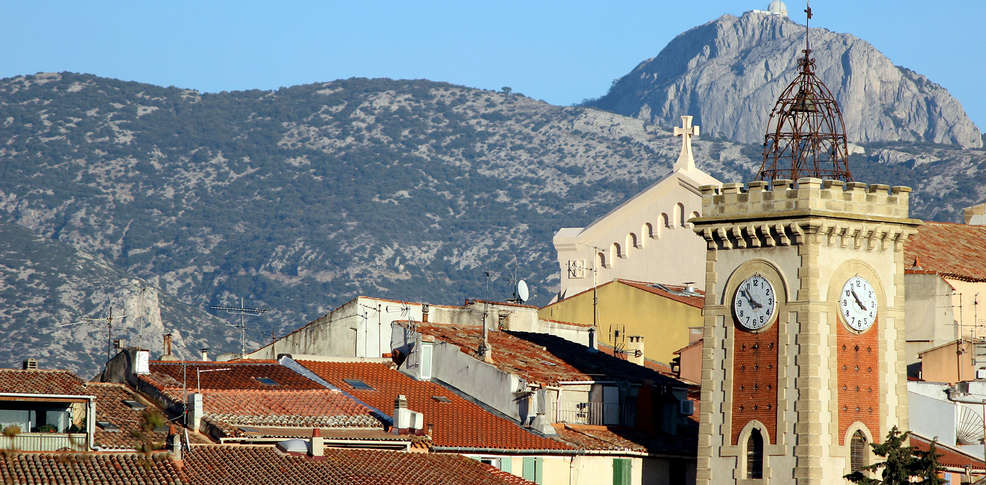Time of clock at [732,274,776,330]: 3:52
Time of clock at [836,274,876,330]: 3:52
